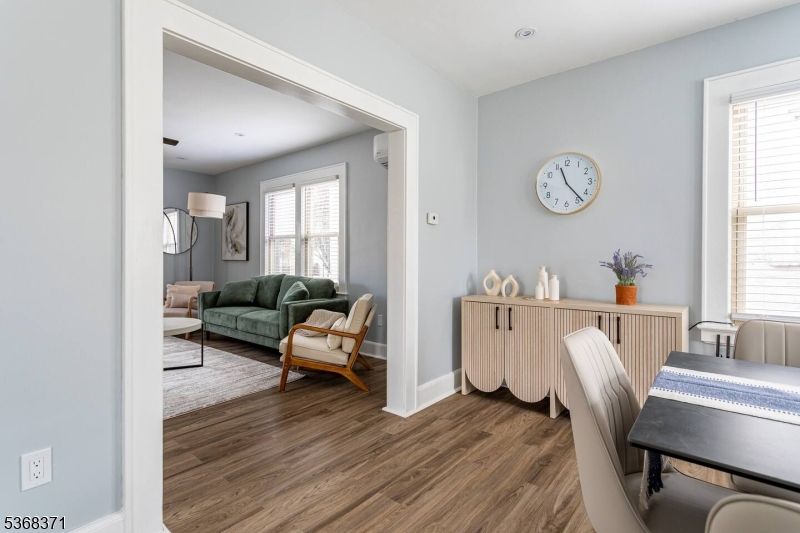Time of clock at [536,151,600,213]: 11:23
